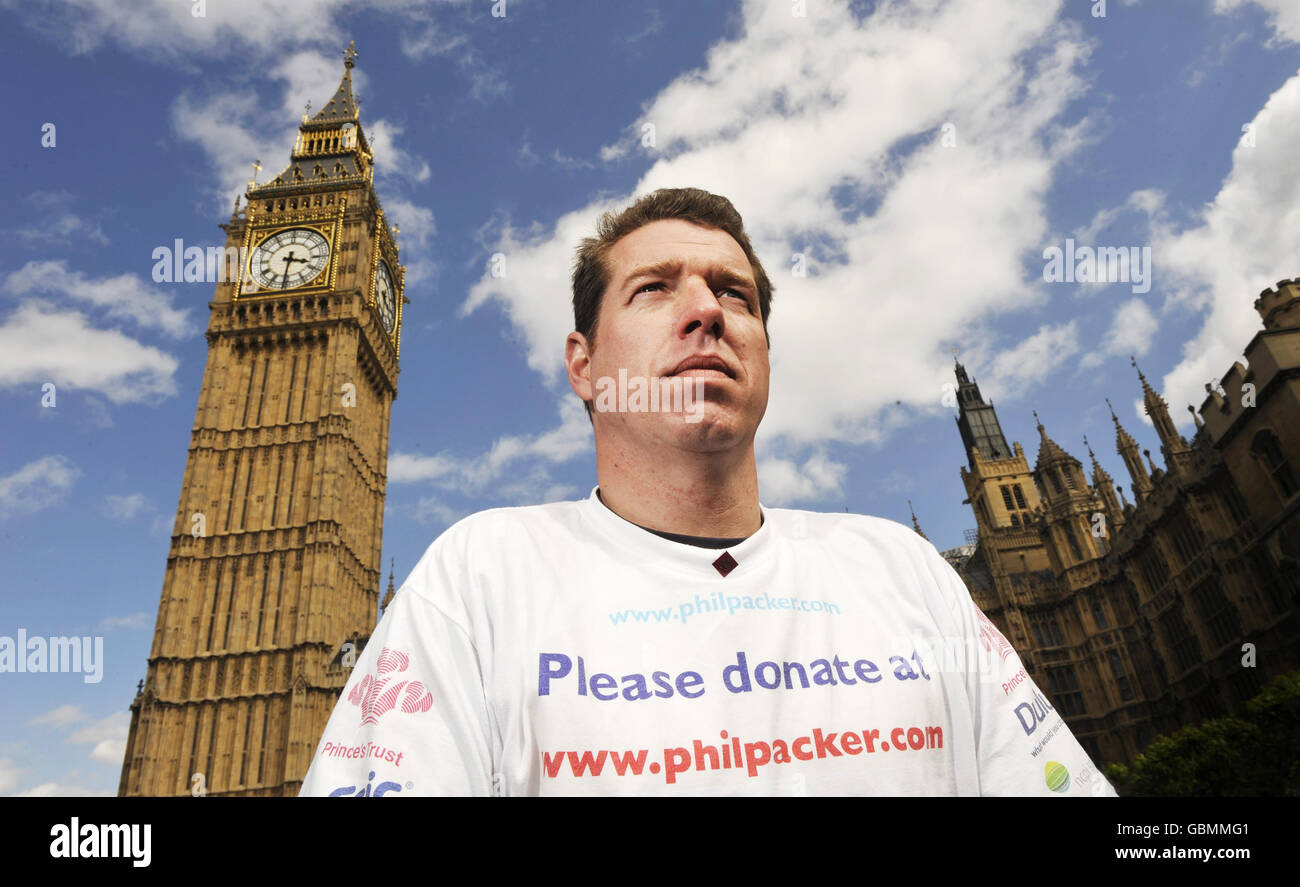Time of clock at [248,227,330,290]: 3:31
